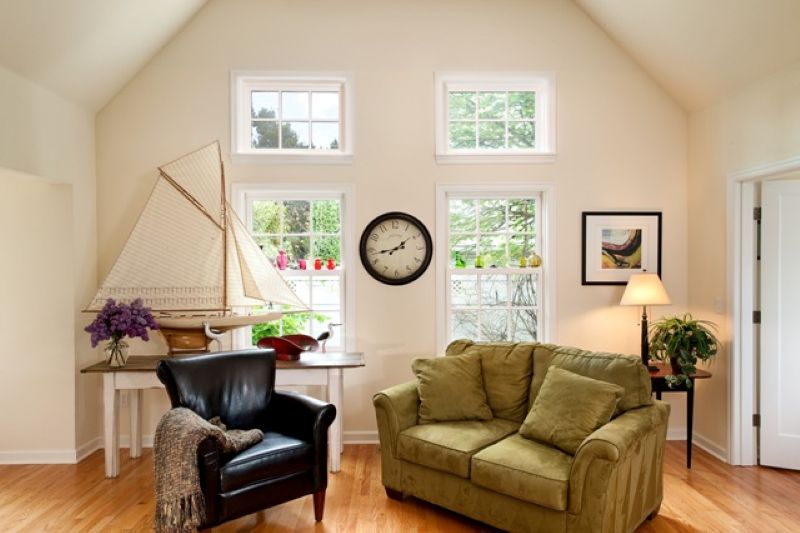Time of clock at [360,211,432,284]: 1:43
